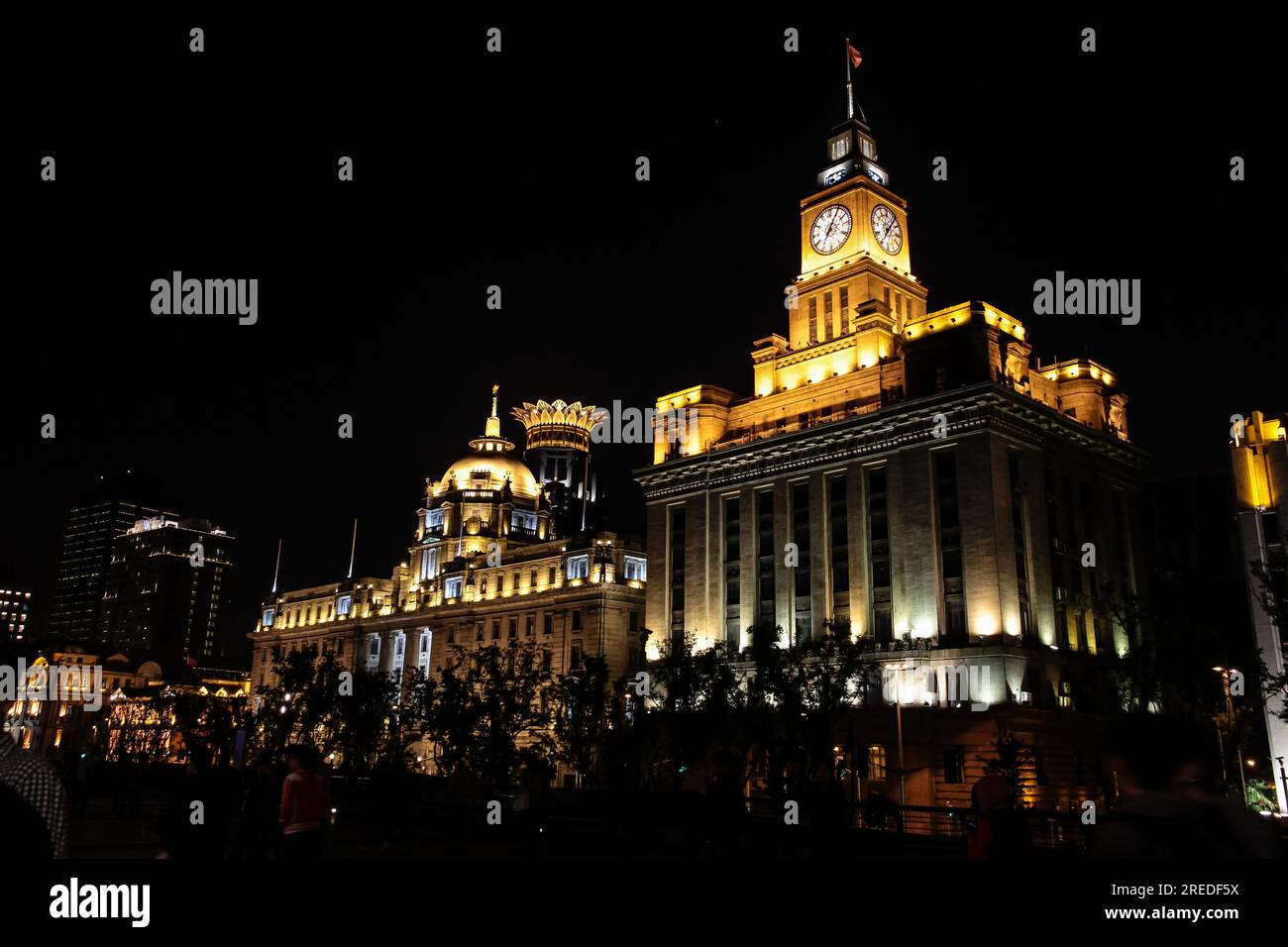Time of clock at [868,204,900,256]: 7:06
